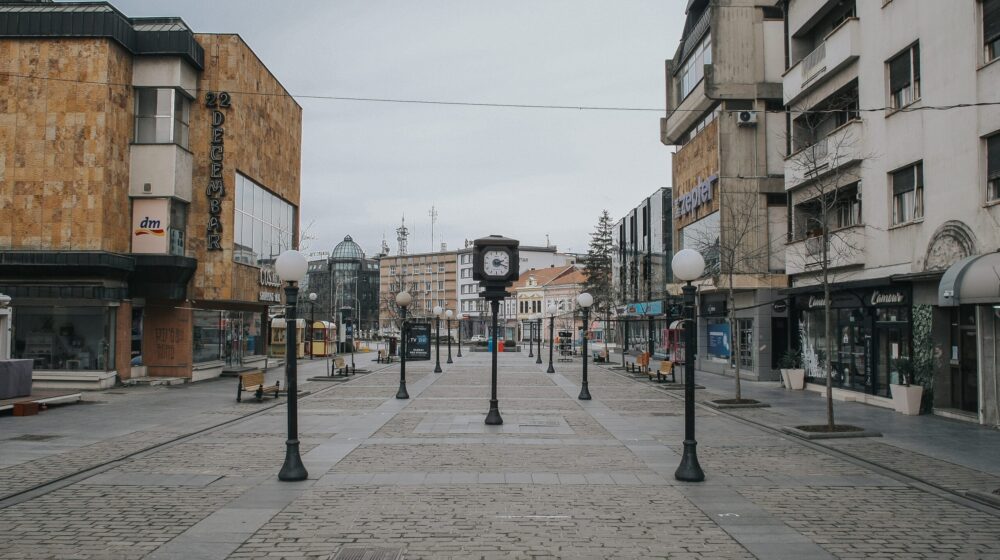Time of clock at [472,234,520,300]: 2:18
